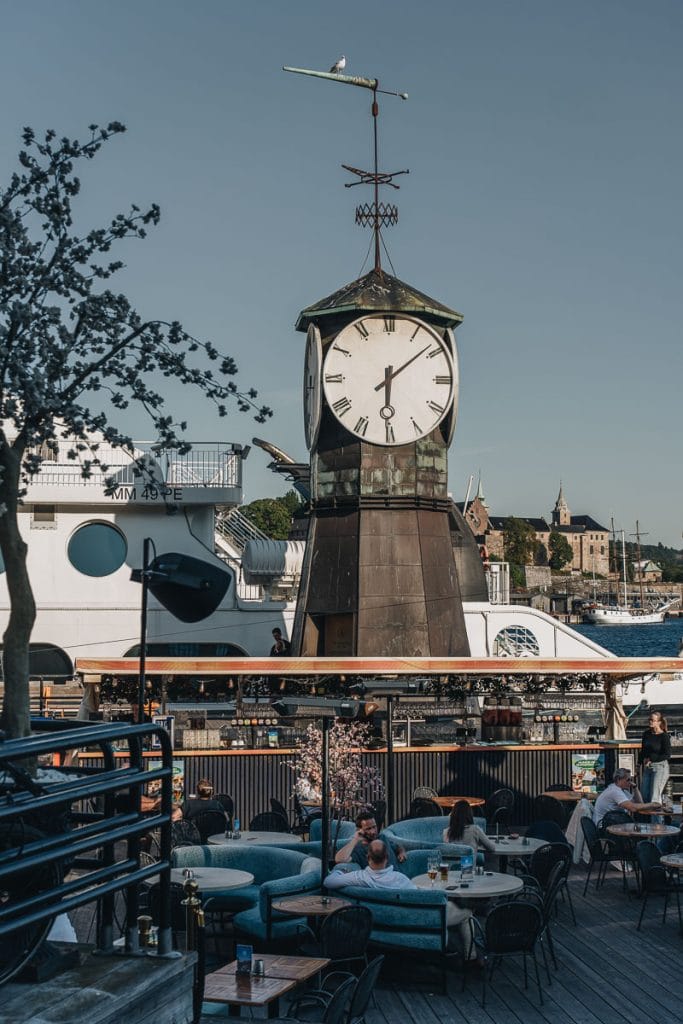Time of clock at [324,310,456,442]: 6:08
